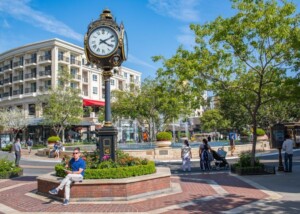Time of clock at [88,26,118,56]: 4:10
